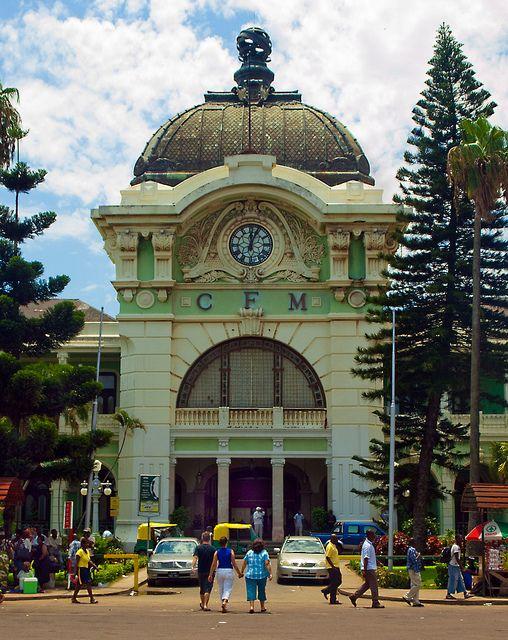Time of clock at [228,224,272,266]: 12:04
